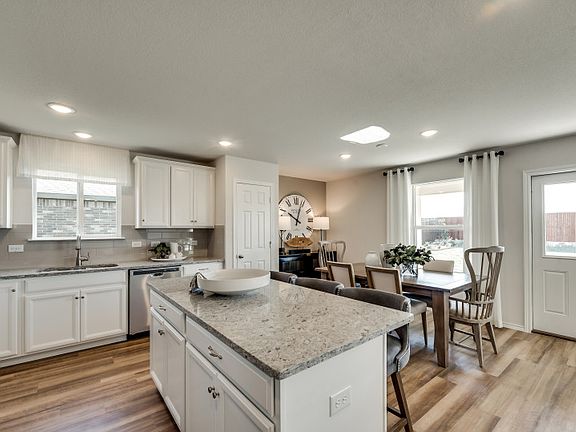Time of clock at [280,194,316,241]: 10:03
